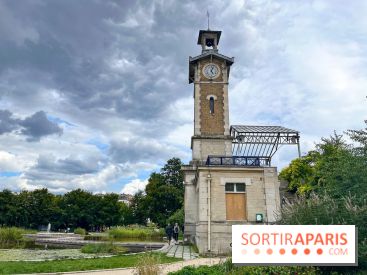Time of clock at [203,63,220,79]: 5:03
